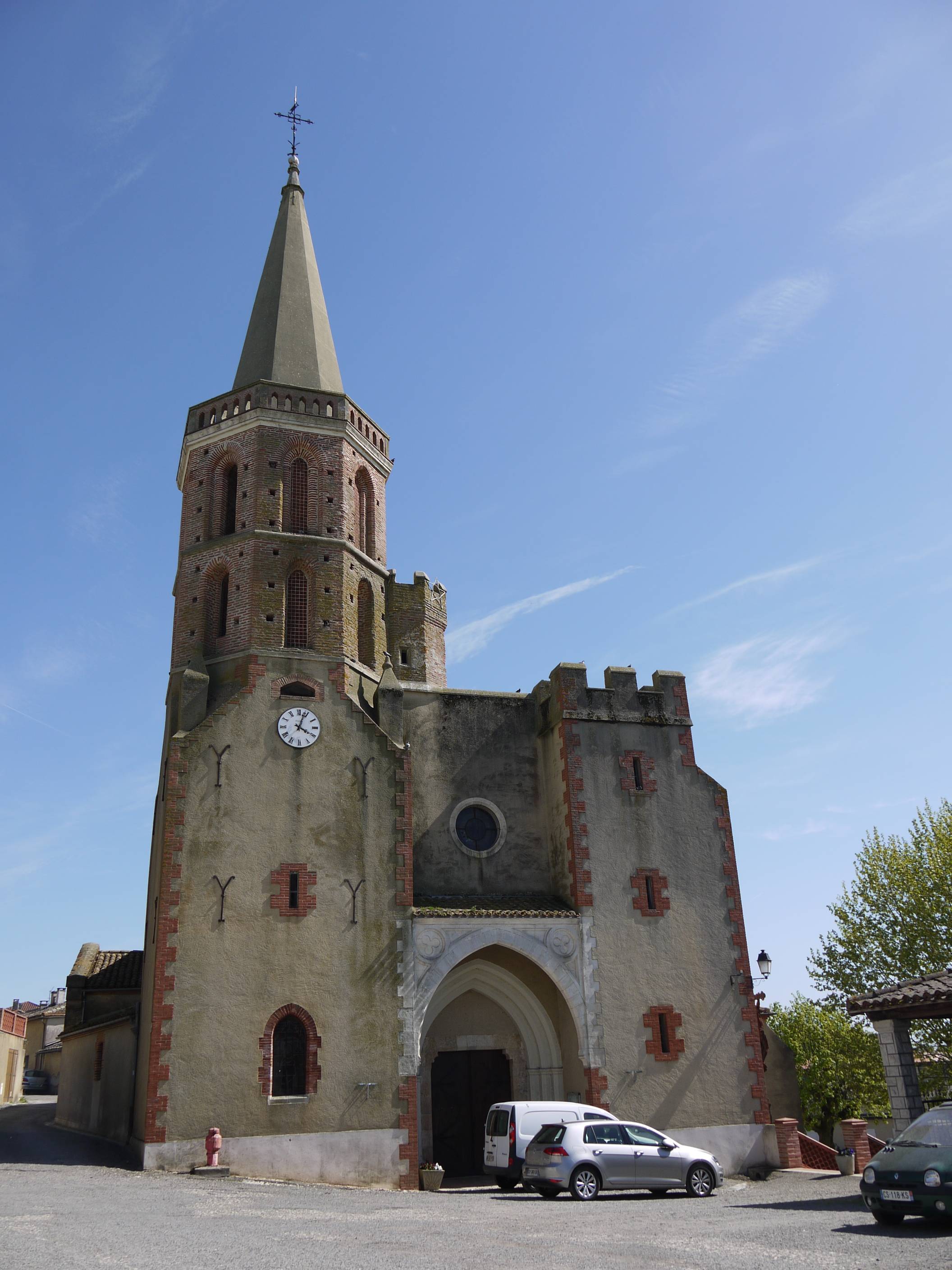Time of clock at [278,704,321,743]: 4:03
